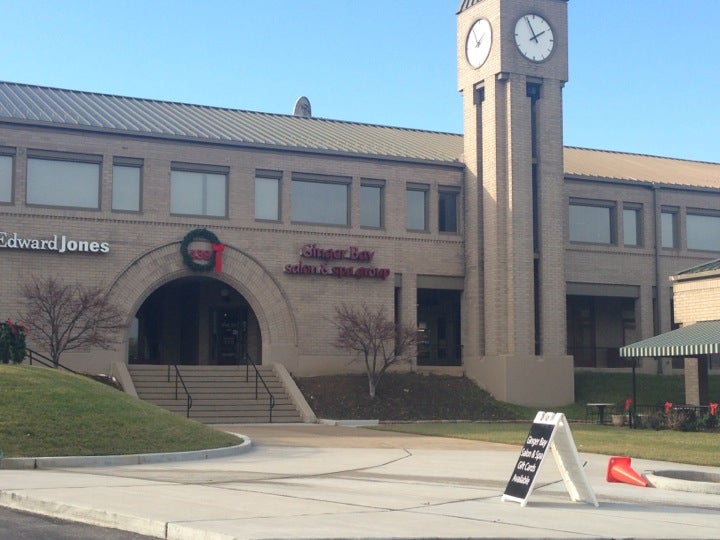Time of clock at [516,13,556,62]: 1:56
